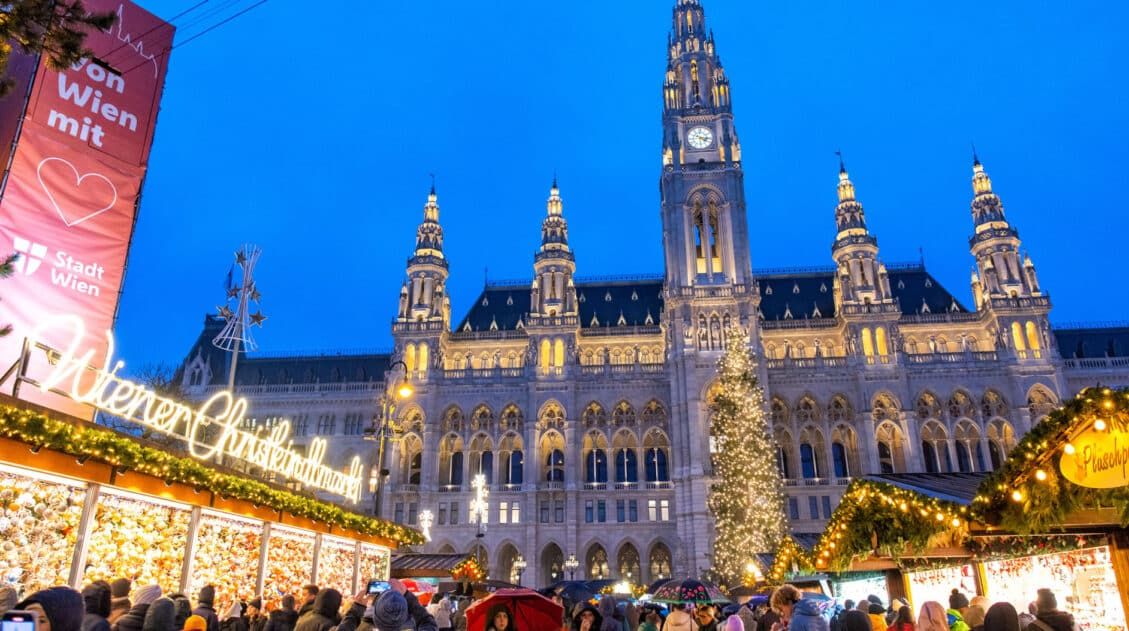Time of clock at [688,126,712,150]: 4:16
